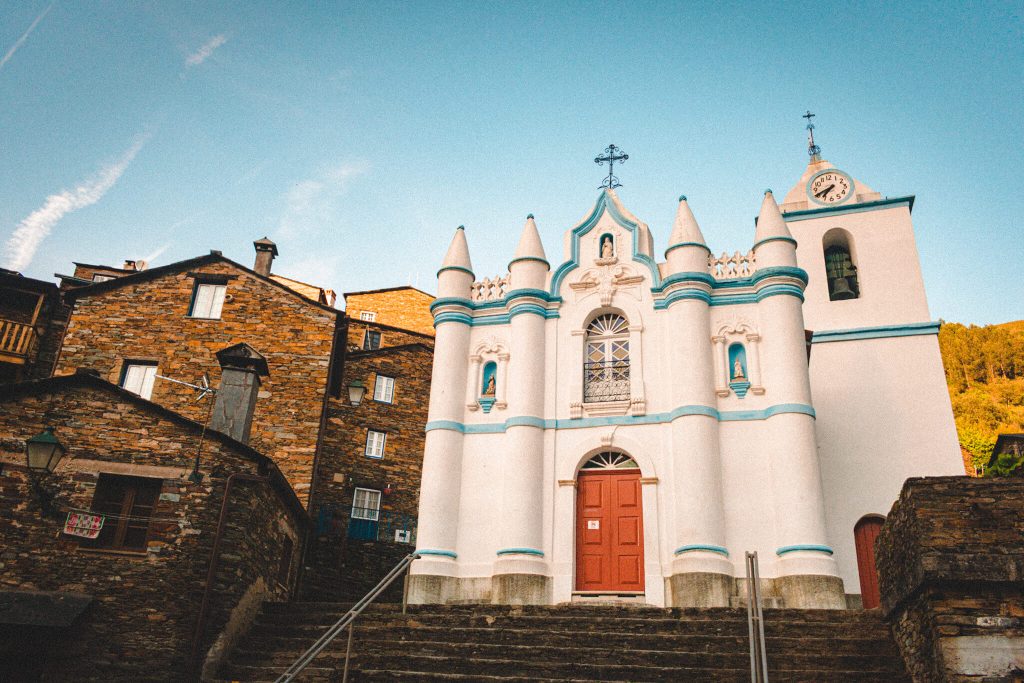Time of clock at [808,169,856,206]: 7:40
